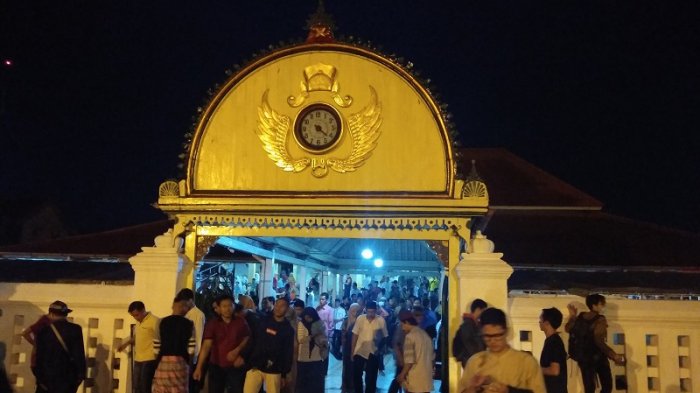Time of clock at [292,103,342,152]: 4:21
